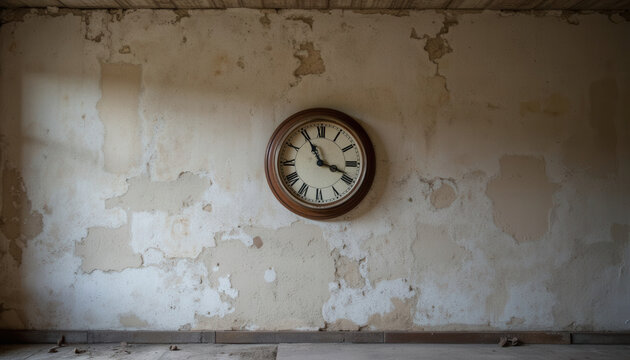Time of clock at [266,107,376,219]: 3:54
